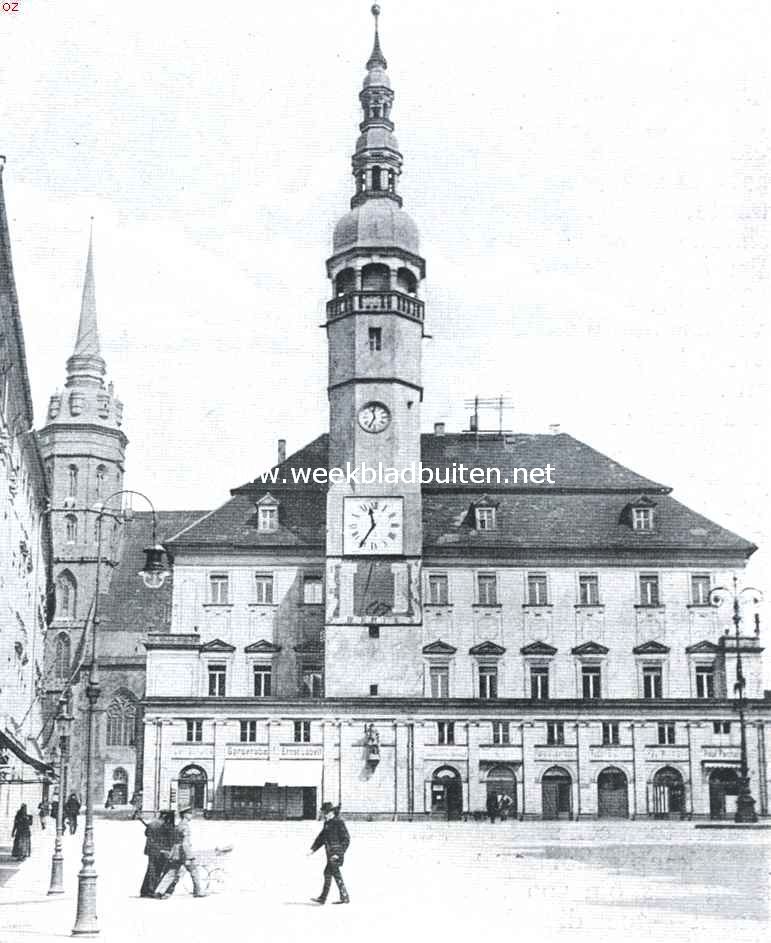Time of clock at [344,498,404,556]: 11:35
